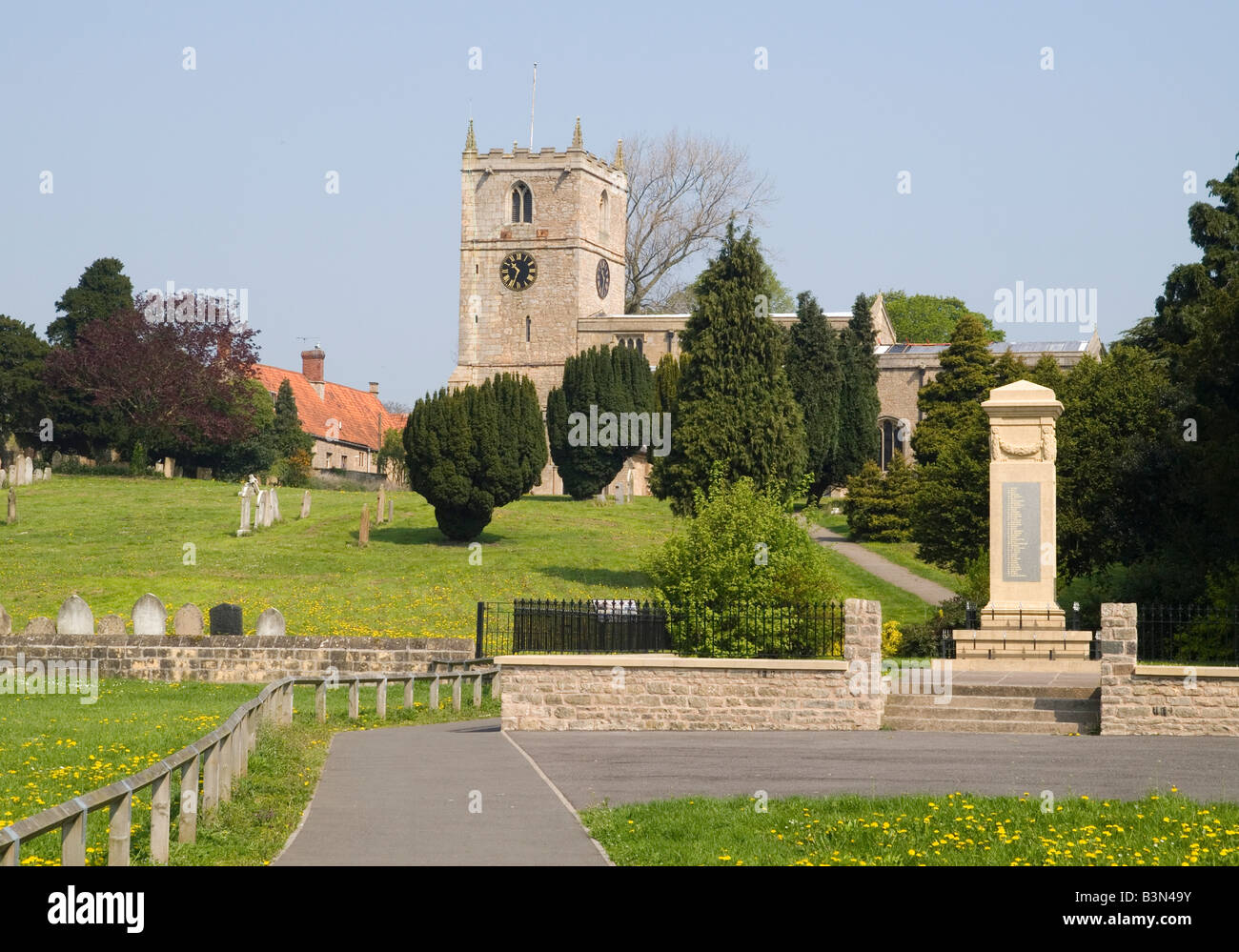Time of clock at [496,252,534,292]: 10:33
